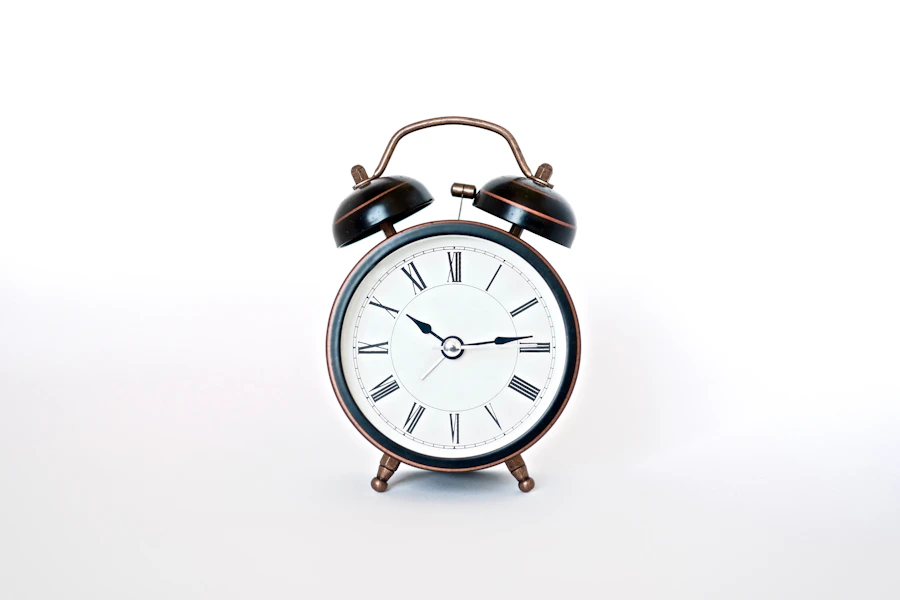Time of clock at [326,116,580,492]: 10:13
